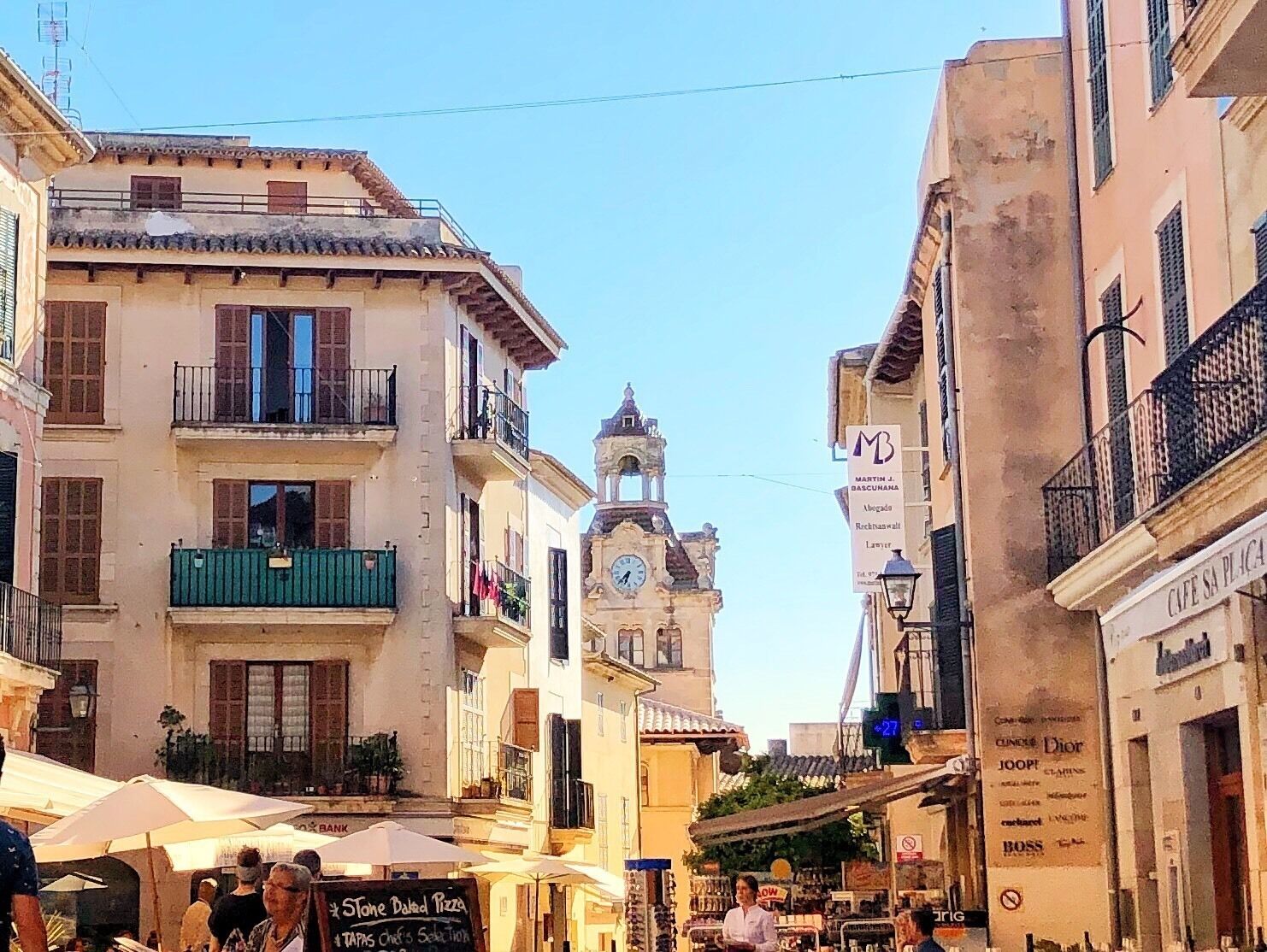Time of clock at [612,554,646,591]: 6:37
